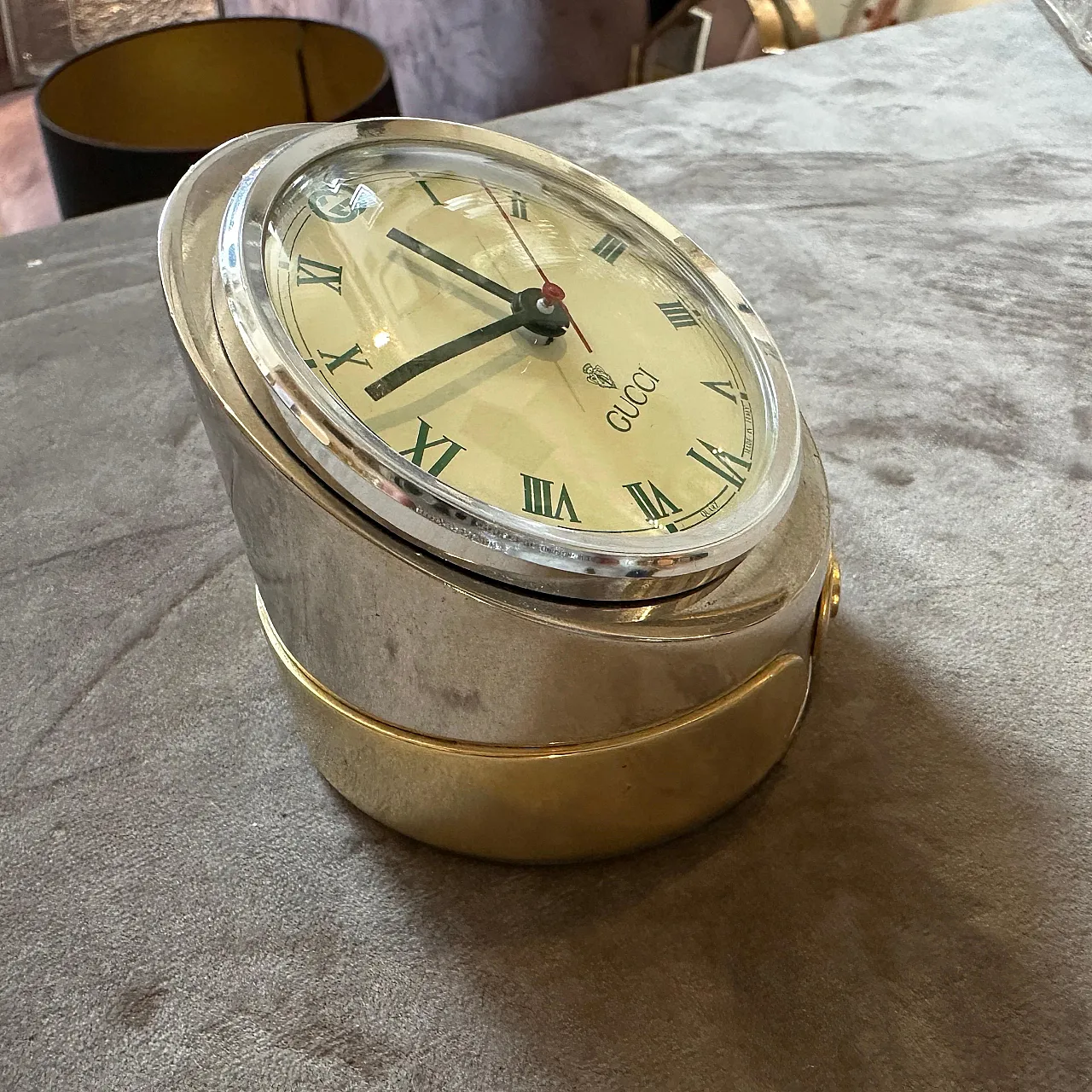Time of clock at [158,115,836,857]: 9:38
